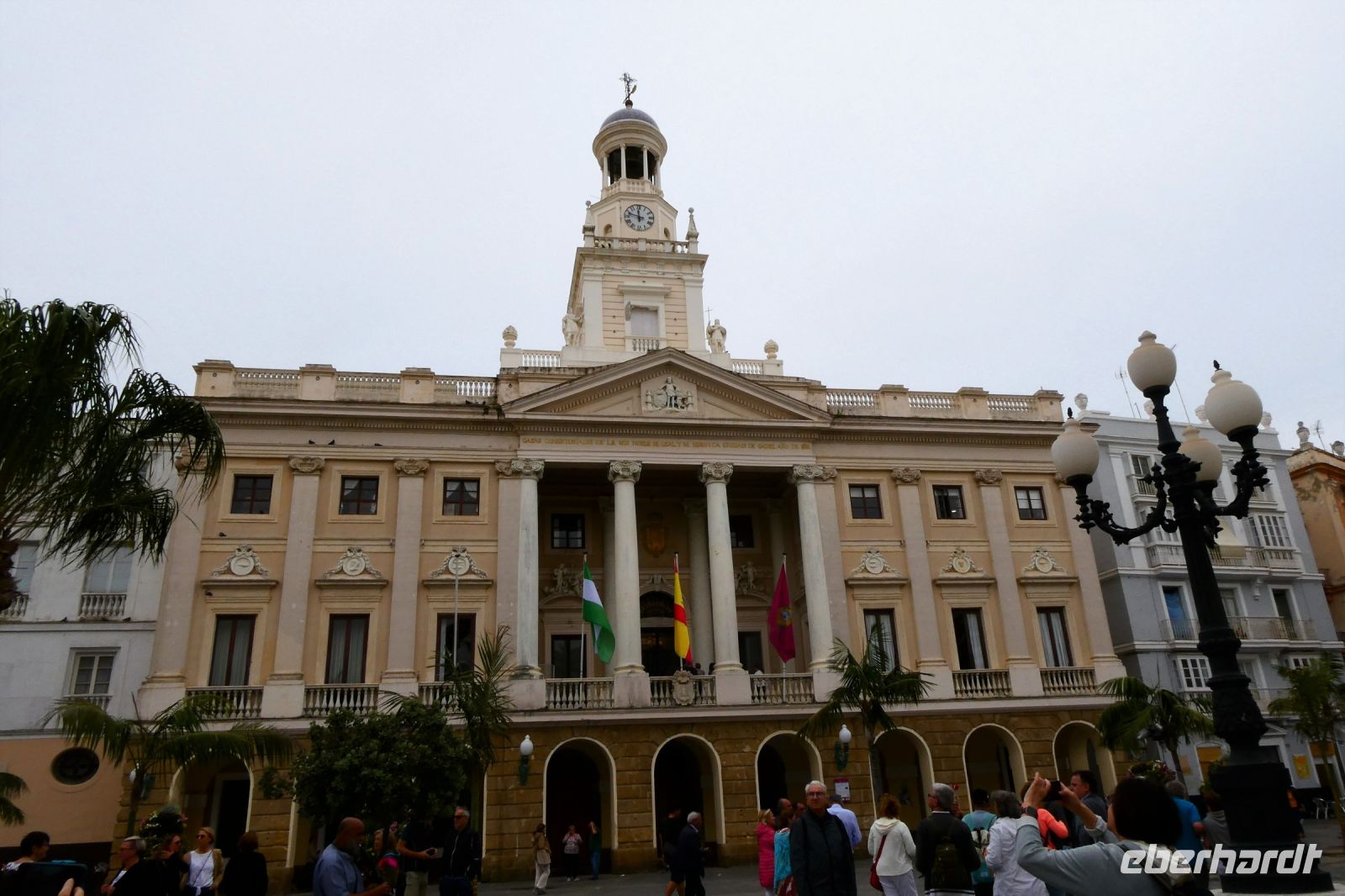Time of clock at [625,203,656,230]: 11:47
